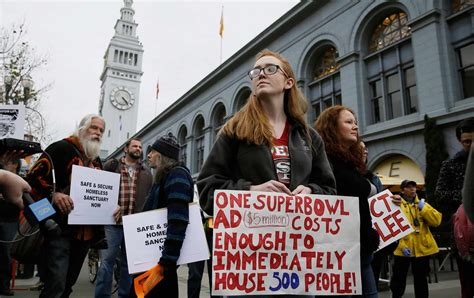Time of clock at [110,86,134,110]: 4:23
